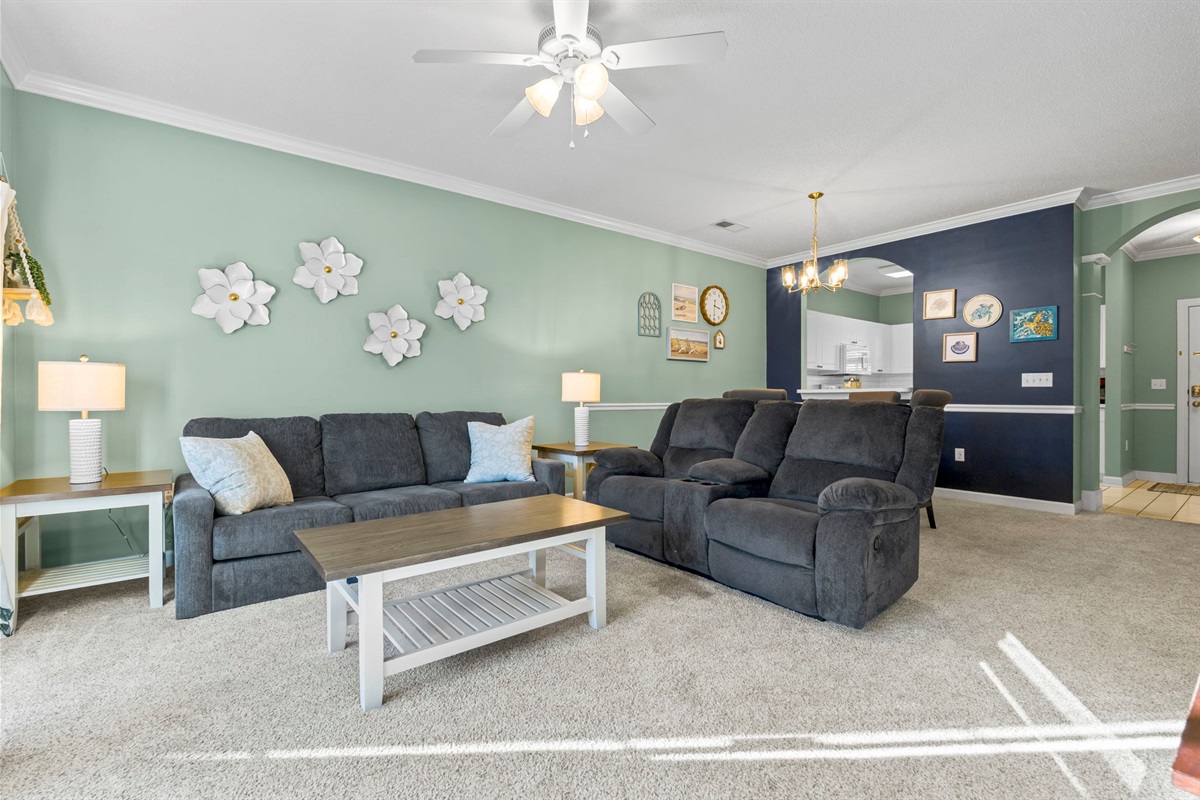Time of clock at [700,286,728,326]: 3:30
